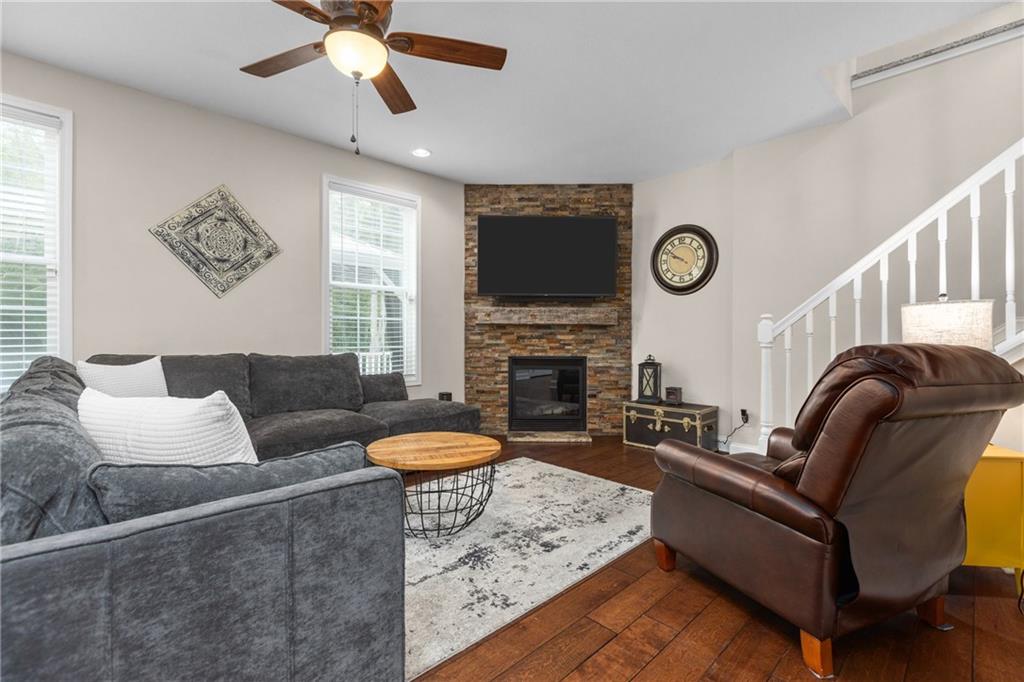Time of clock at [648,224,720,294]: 9:51
